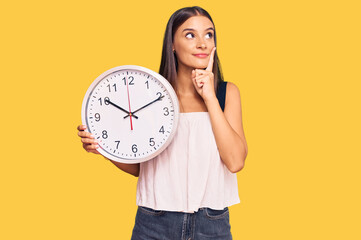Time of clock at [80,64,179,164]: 10:10
